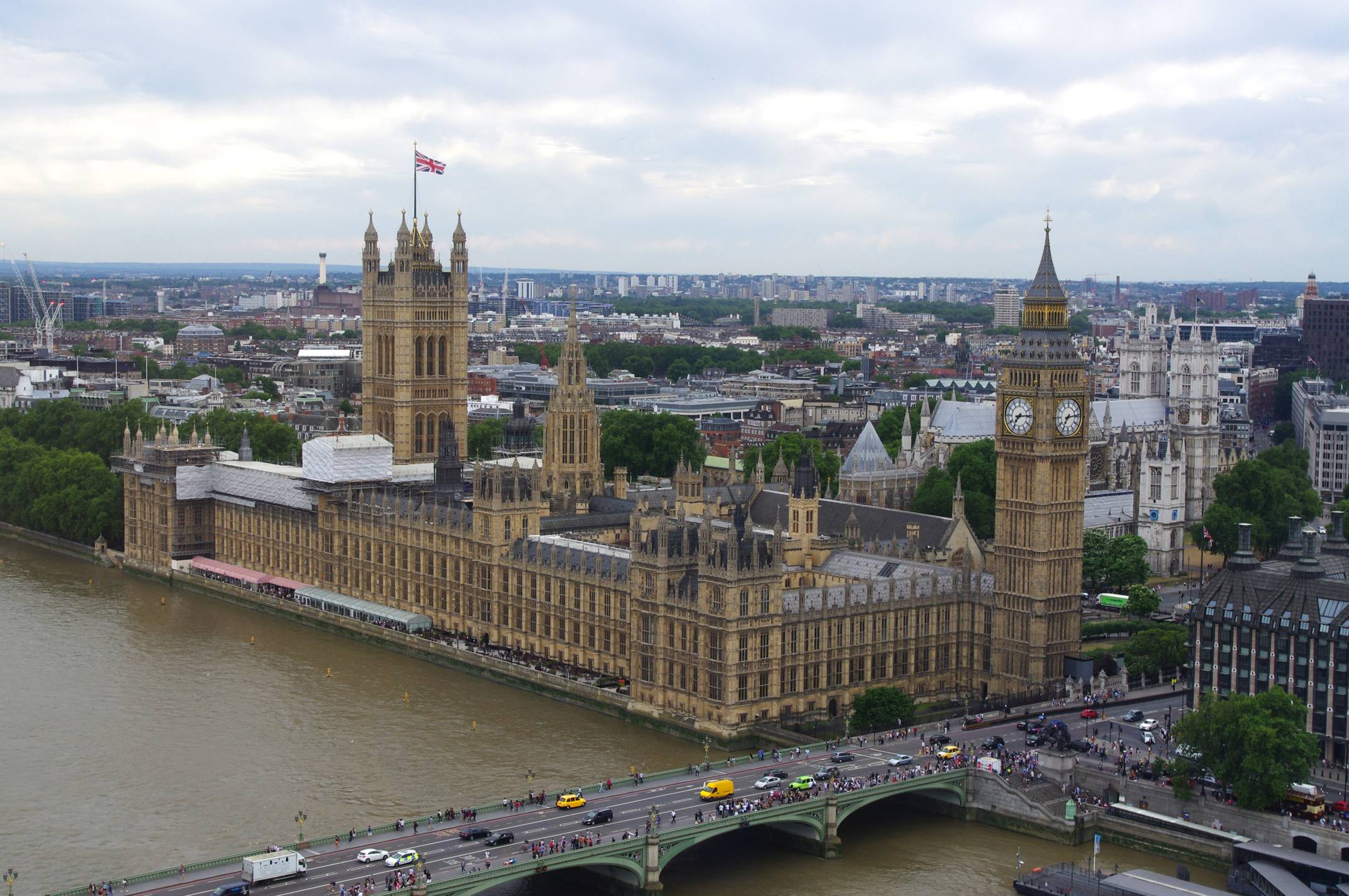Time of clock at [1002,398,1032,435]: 7:14
